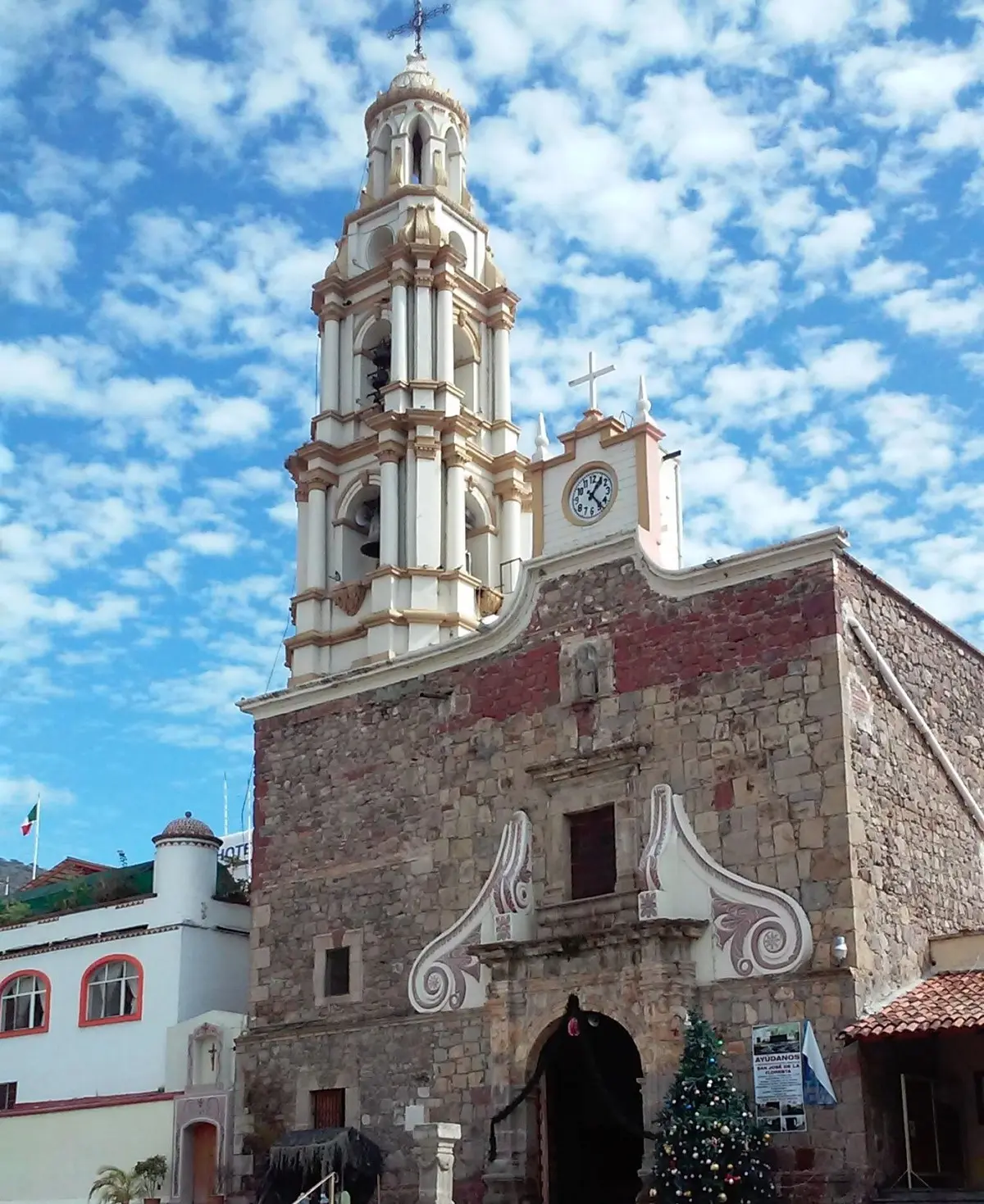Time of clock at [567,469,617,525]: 1:23
